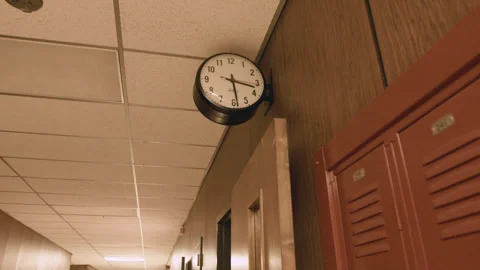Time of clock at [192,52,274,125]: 3:28
